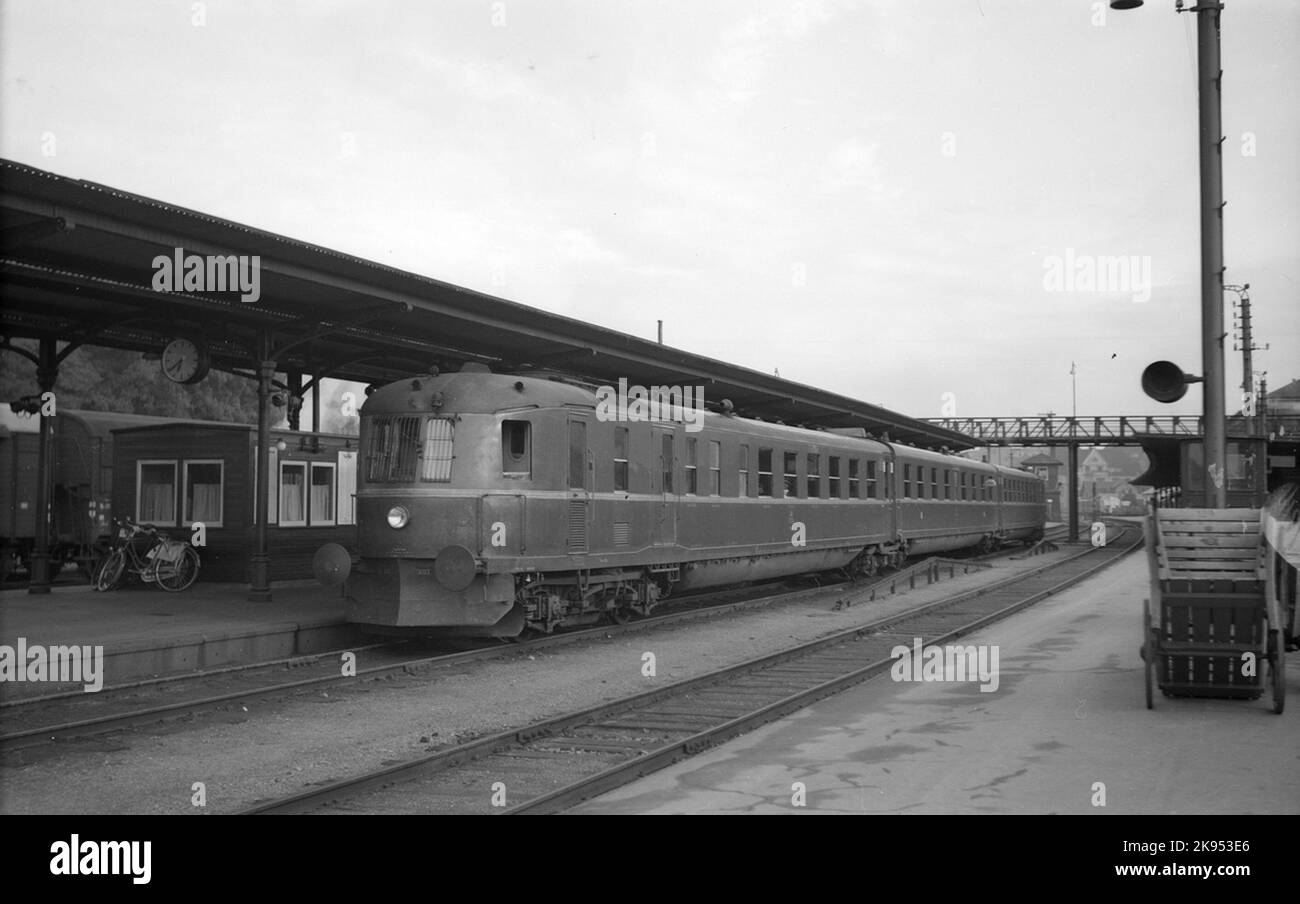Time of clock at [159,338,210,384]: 6:38
